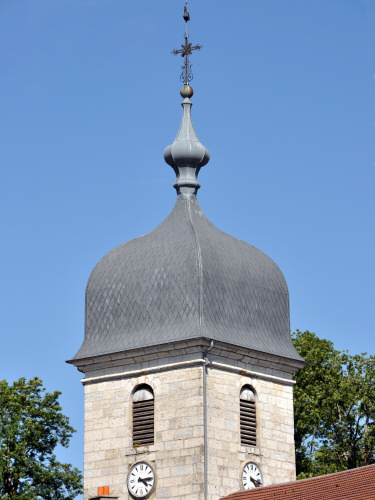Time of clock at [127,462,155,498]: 4:14
